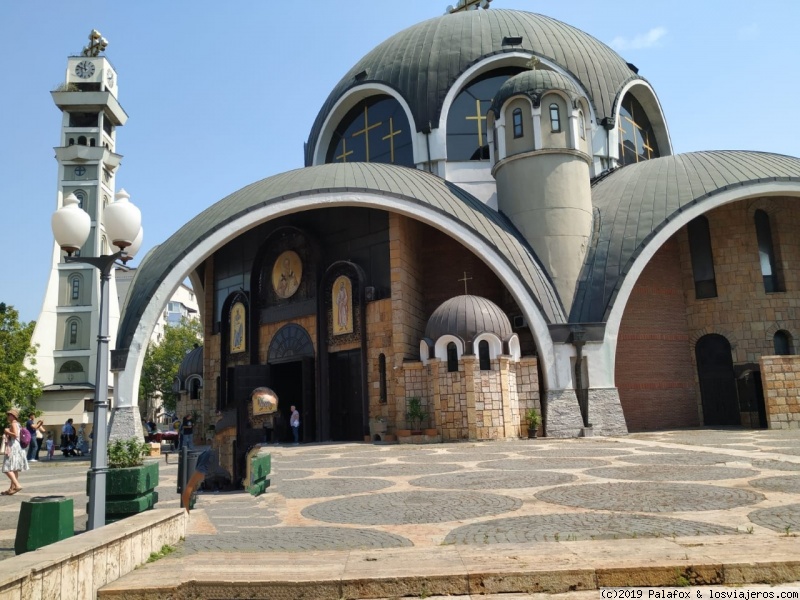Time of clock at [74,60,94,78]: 11:48
